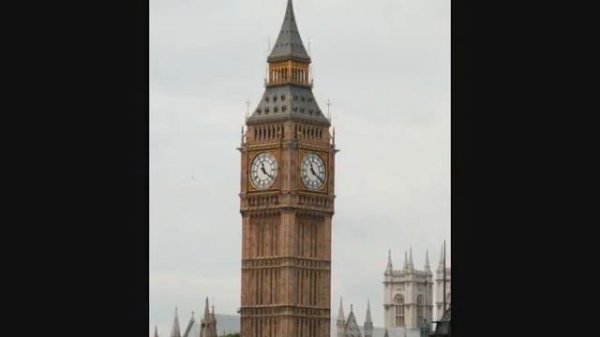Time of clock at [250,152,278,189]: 11:21
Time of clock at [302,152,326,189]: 11:20
